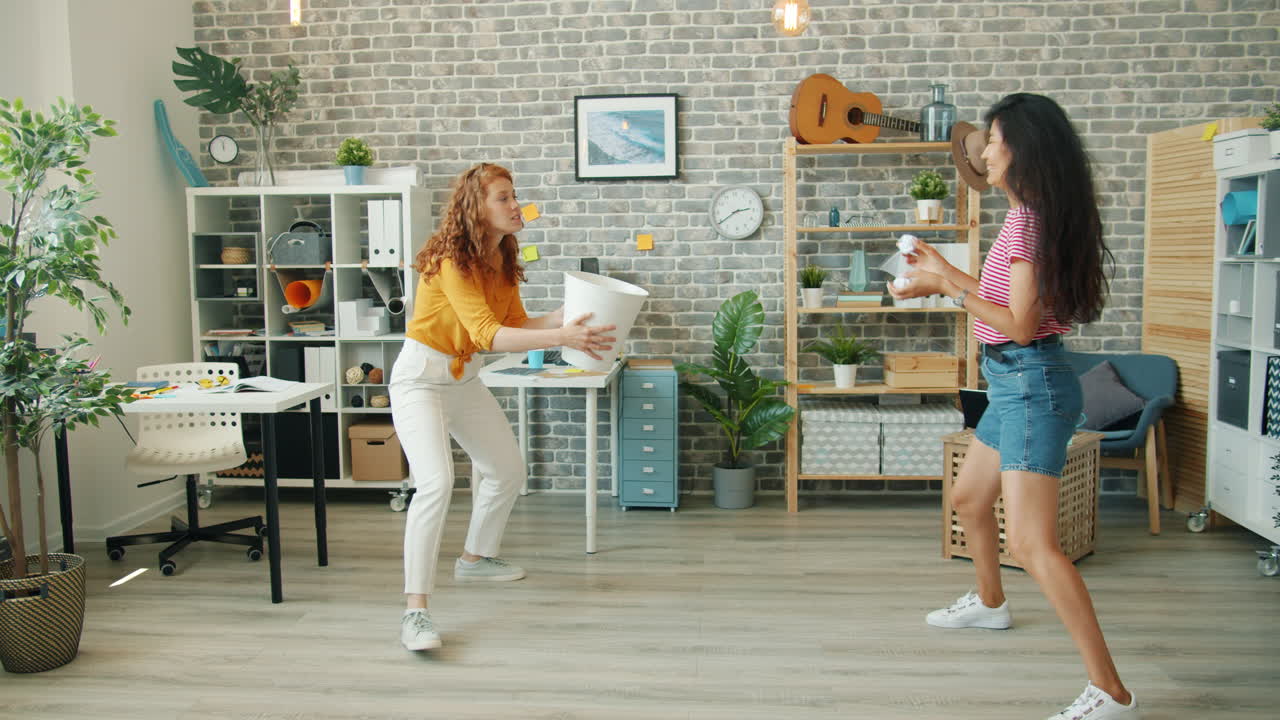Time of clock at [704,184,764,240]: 2:39
